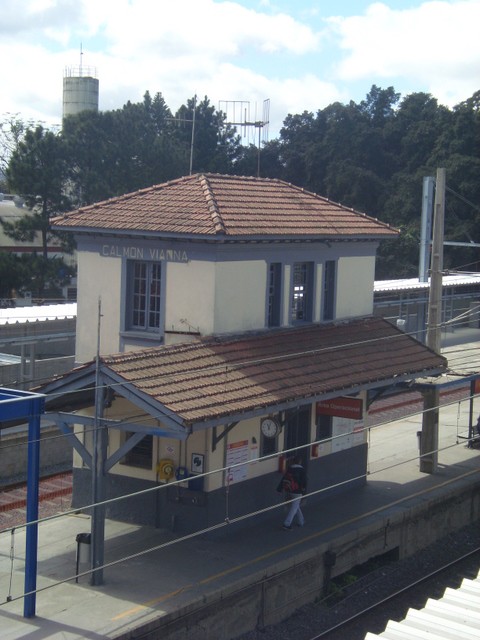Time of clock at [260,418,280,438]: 11:03
